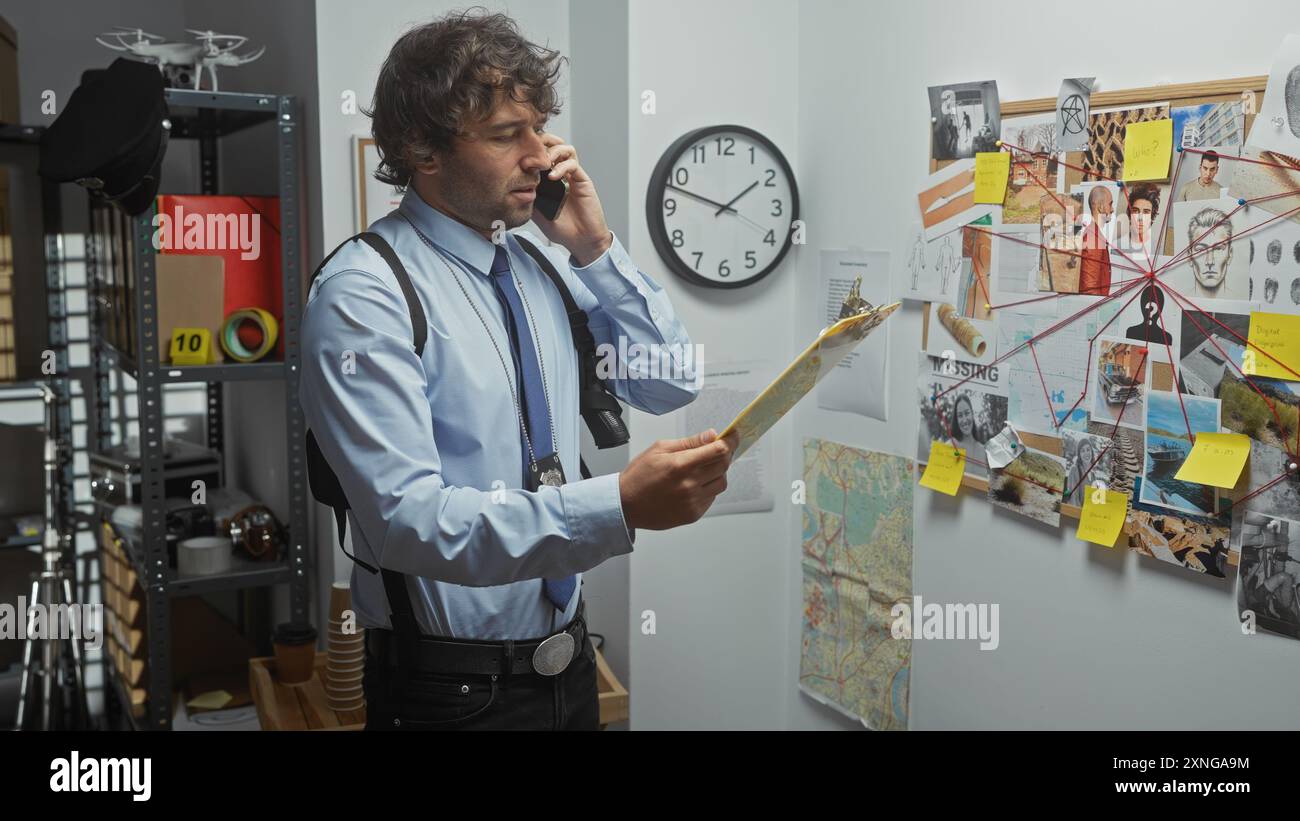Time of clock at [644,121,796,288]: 1:47
